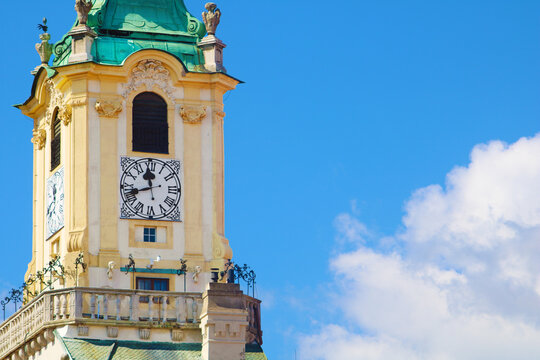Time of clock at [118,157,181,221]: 11:42
